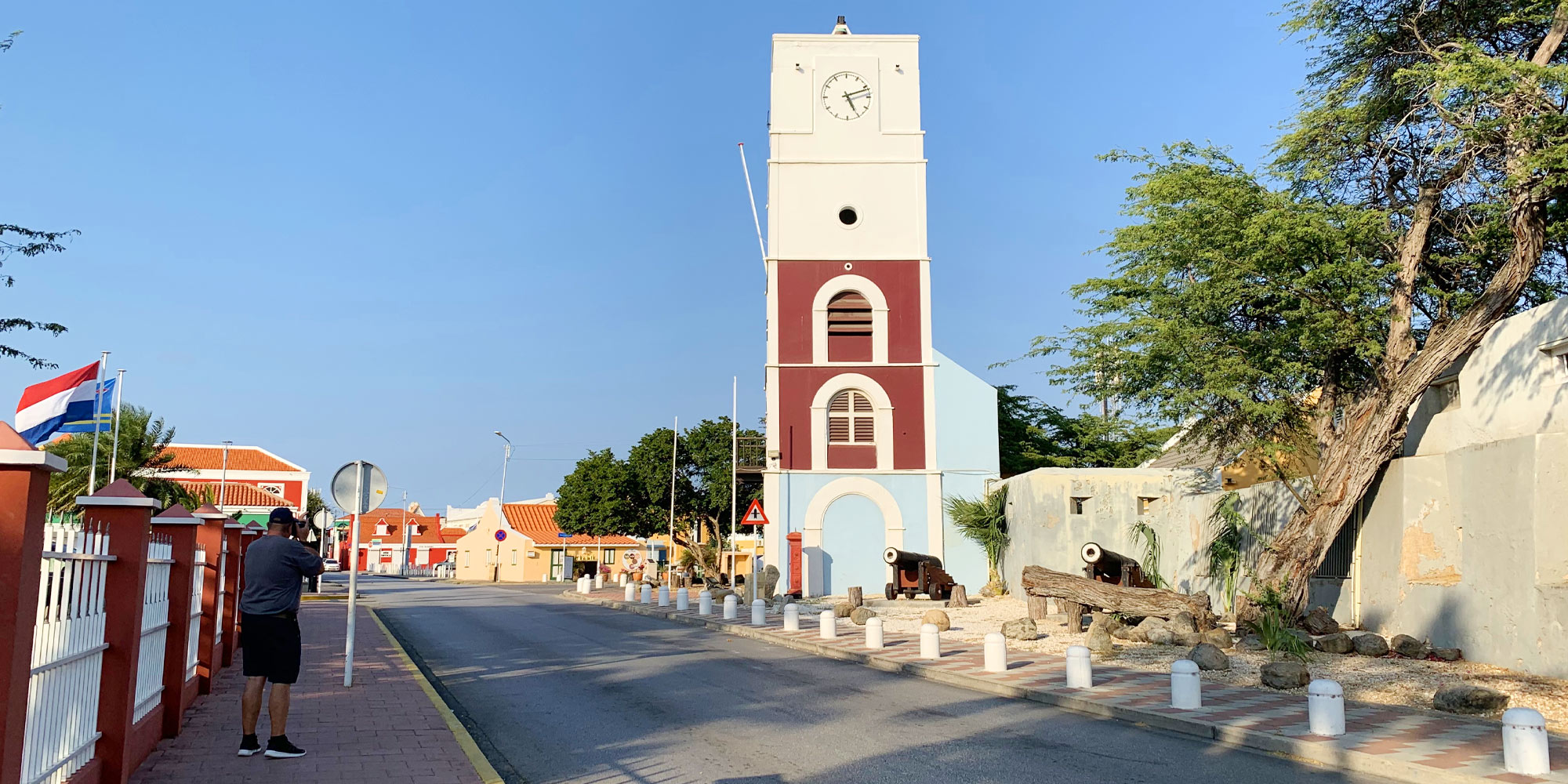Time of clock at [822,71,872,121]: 5:11
